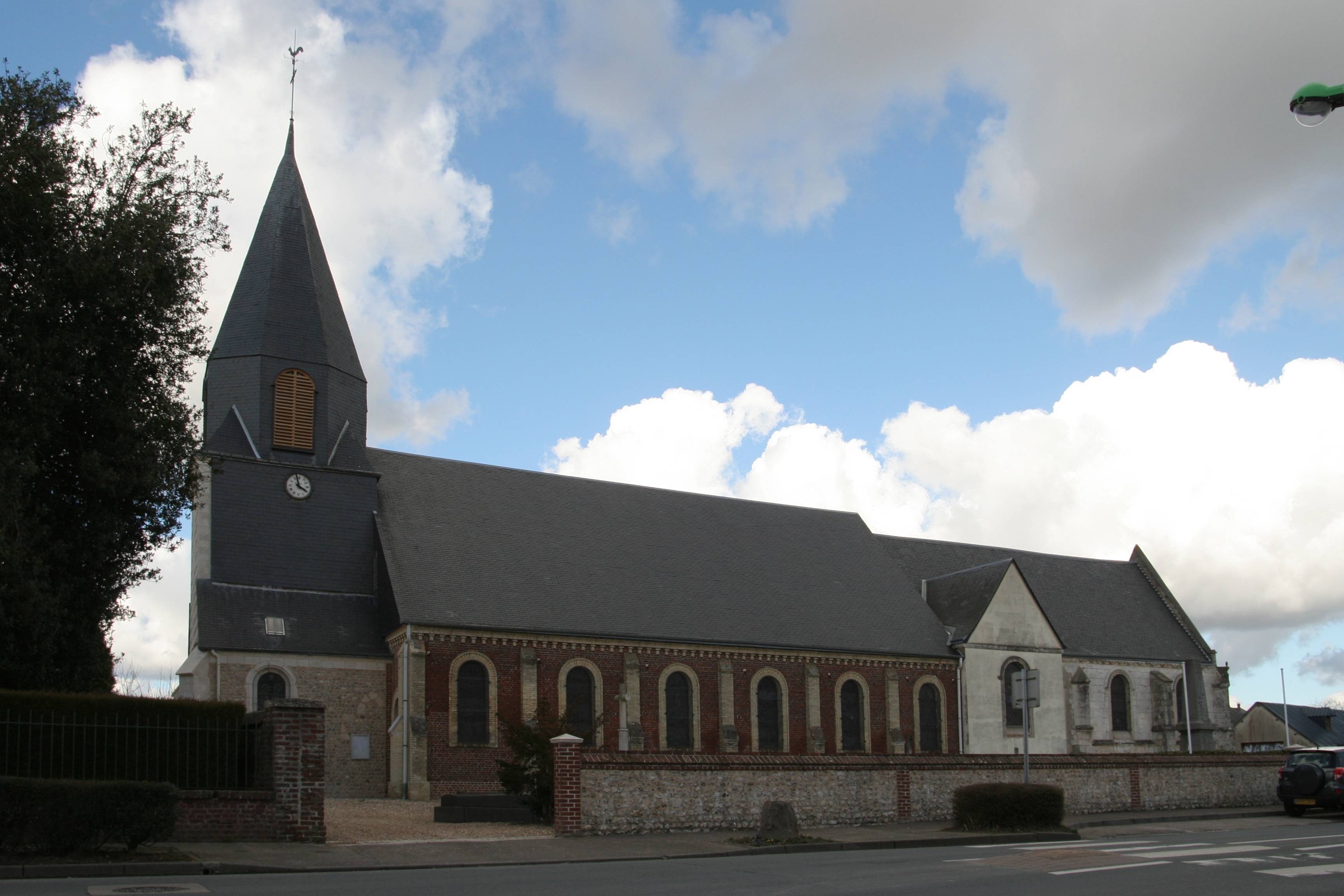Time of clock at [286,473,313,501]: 3:57
